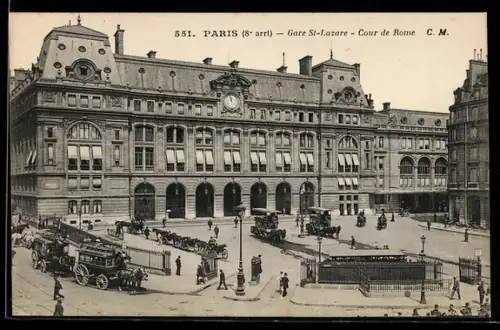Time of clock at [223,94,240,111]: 11:57
